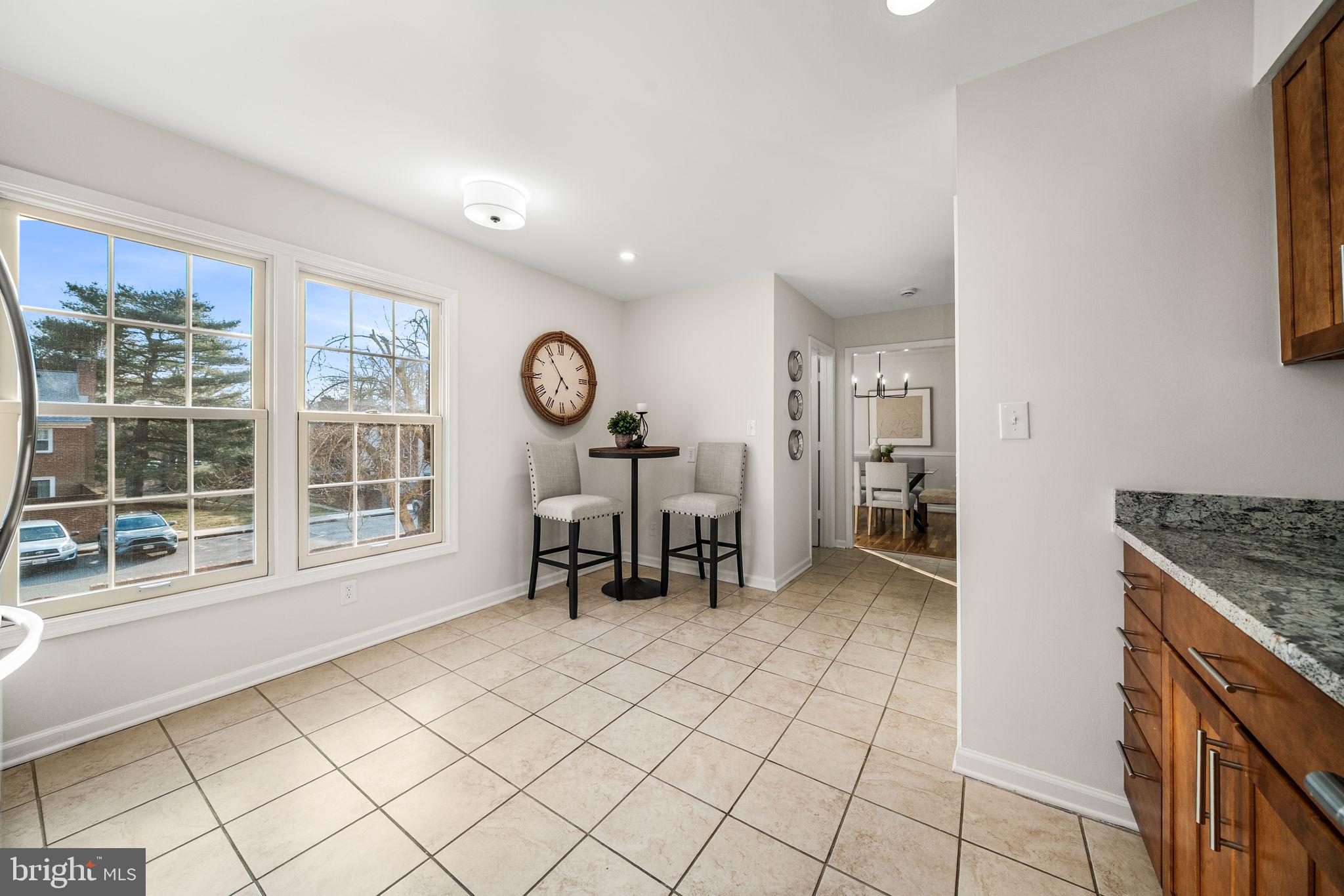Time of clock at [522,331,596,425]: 6:54
